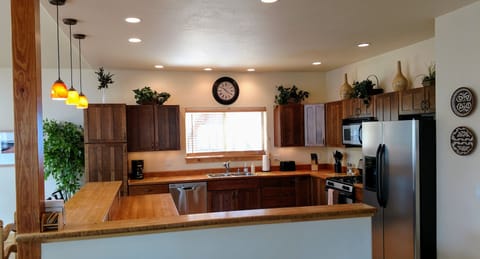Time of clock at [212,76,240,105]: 10:20
